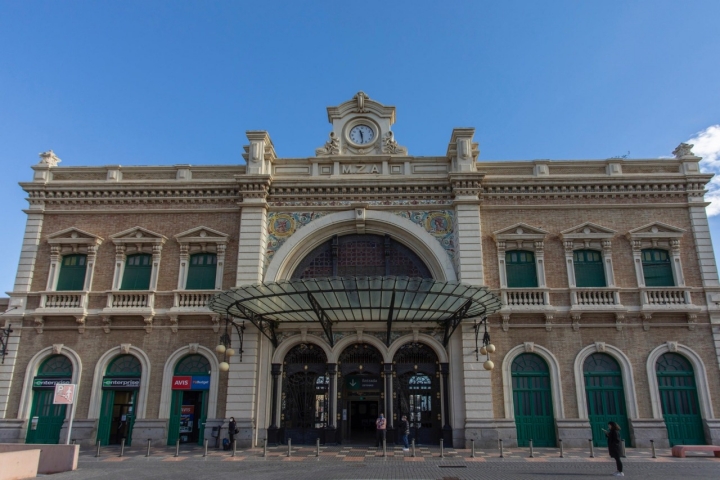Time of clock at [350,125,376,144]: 11:28
